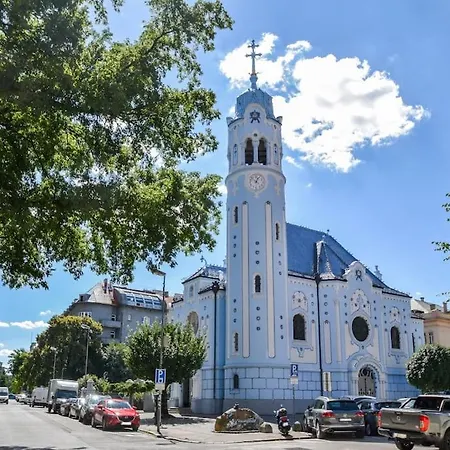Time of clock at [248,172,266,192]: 12:52
